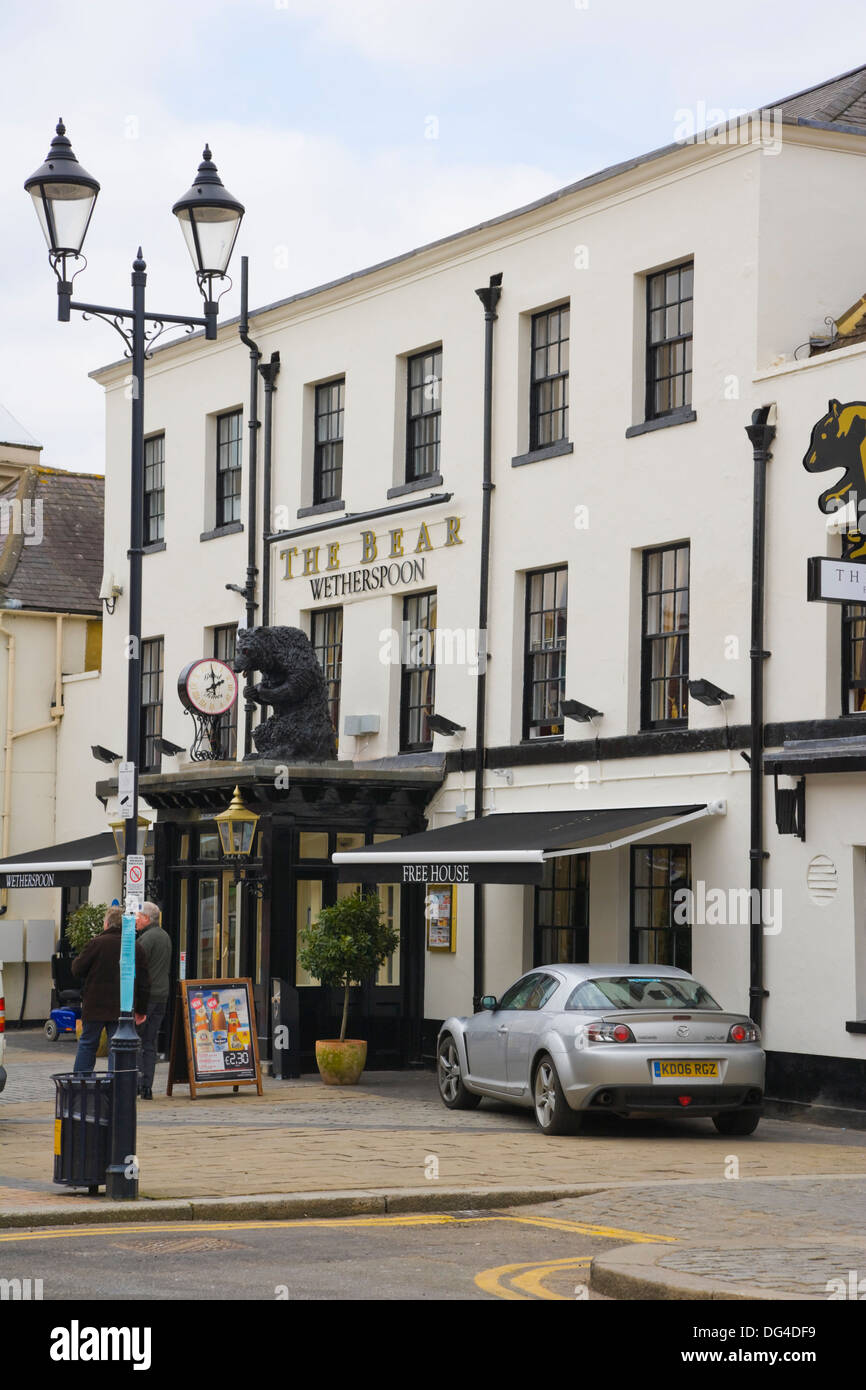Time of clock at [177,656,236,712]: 1:59
